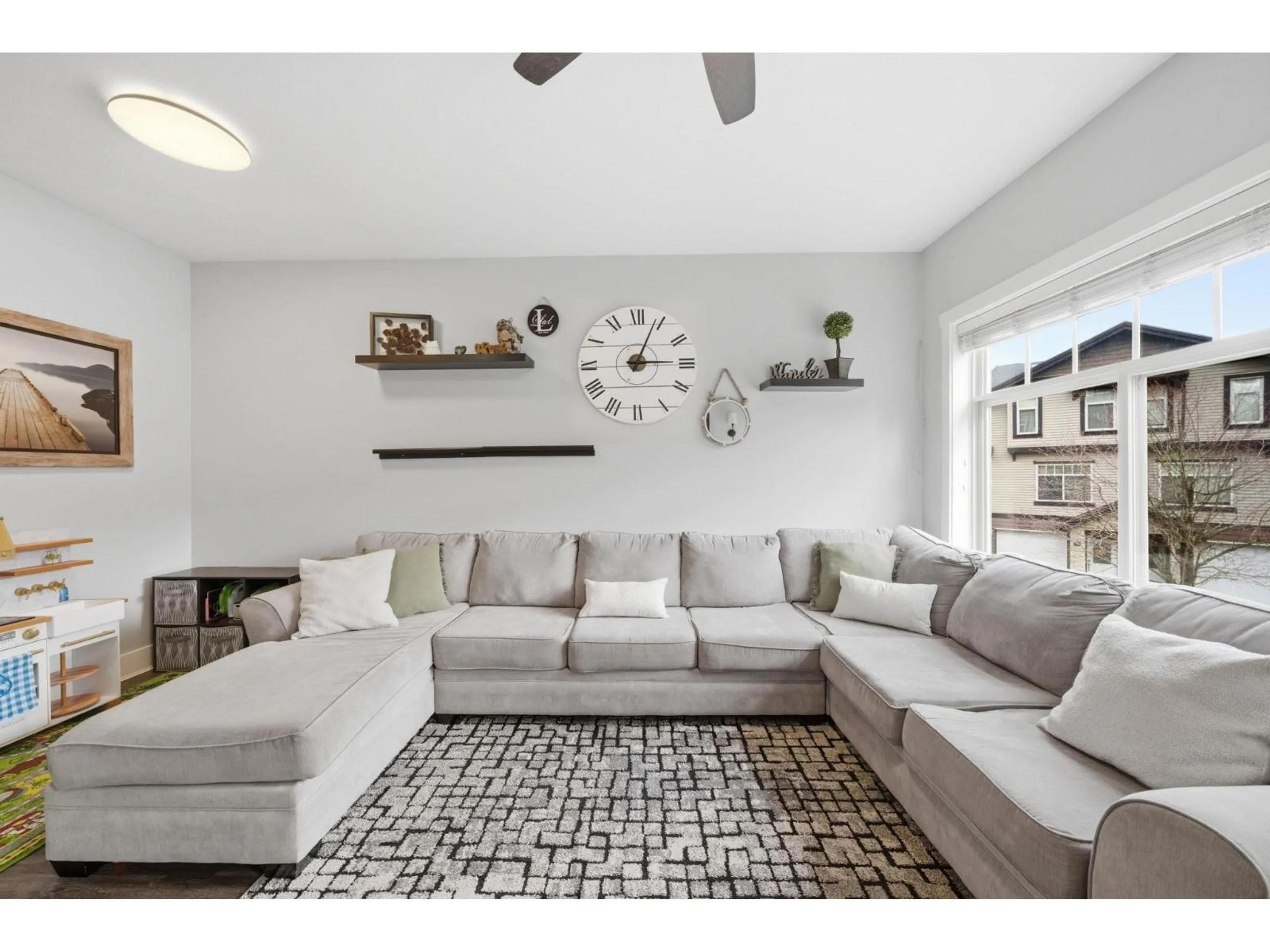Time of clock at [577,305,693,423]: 3:03
